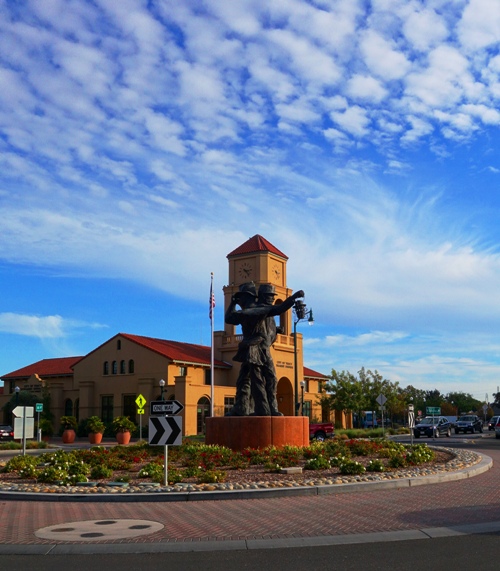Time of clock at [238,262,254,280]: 3:23
